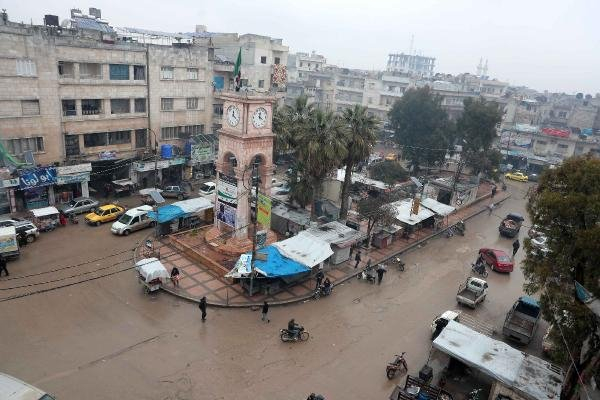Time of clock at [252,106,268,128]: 12:20
